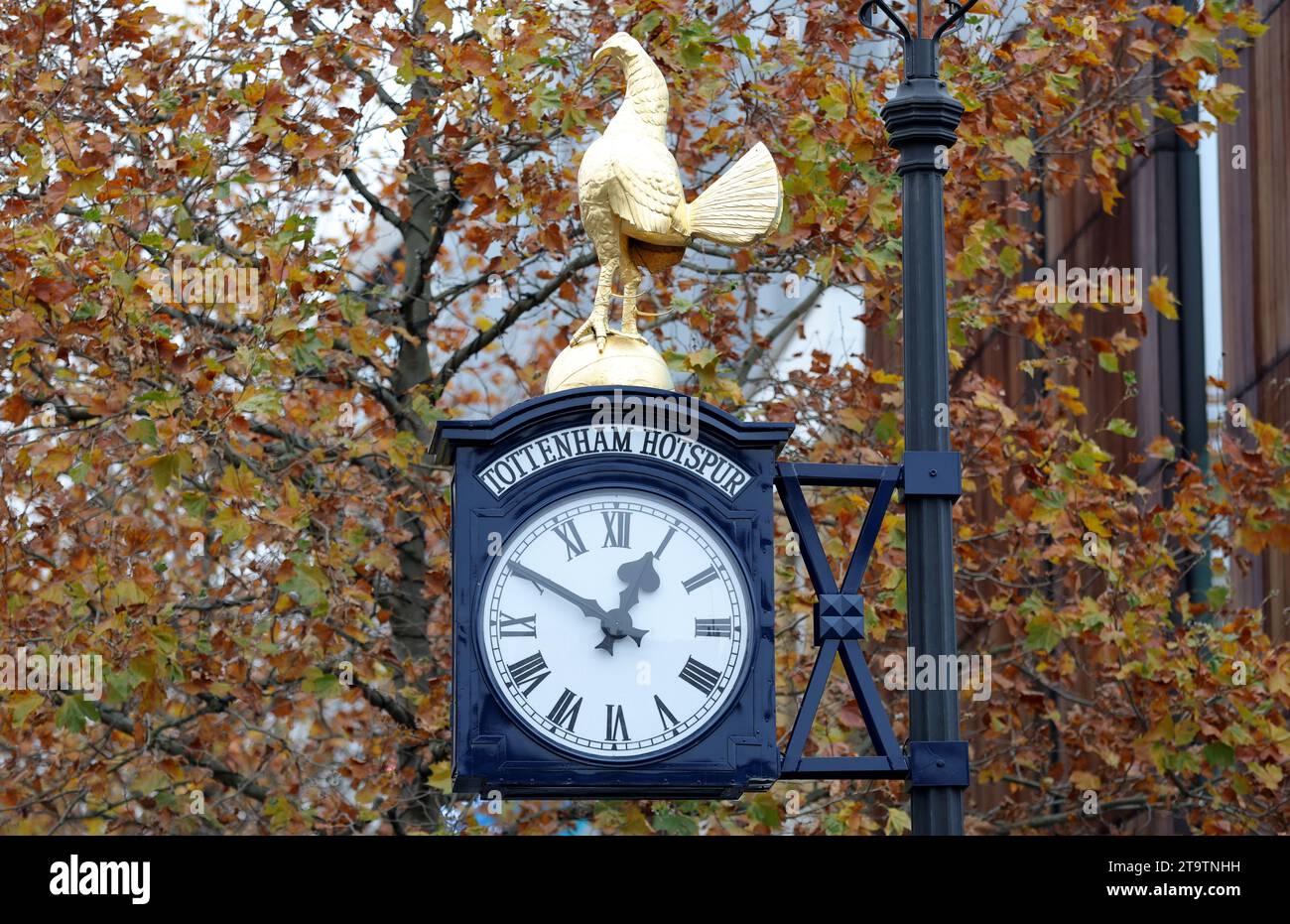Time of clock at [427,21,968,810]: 12:49
